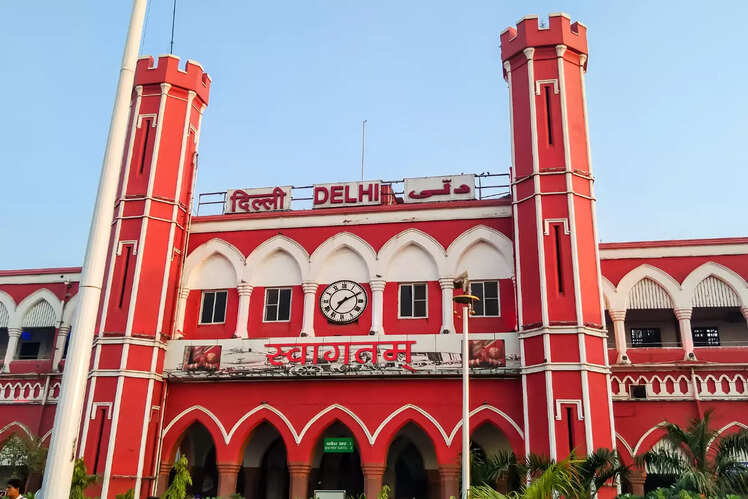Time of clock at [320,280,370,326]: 7:10
